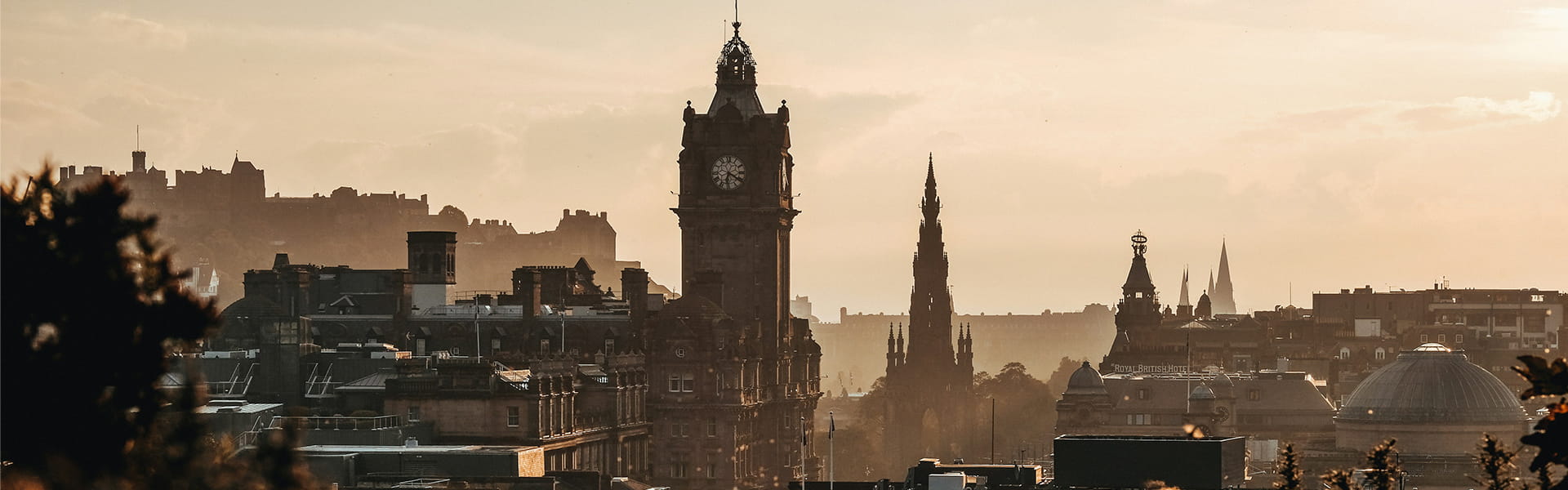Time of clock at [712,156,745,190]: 6:20
